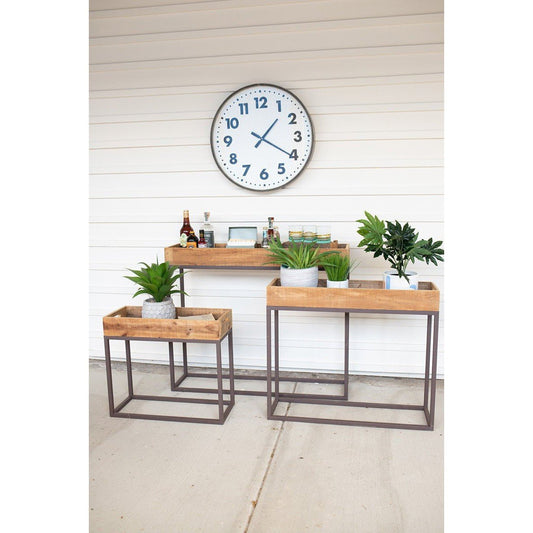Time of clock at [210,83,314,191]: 1:20
